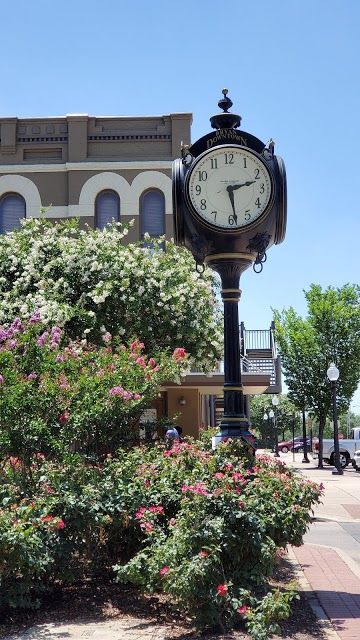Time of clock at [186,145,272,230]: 2:28
